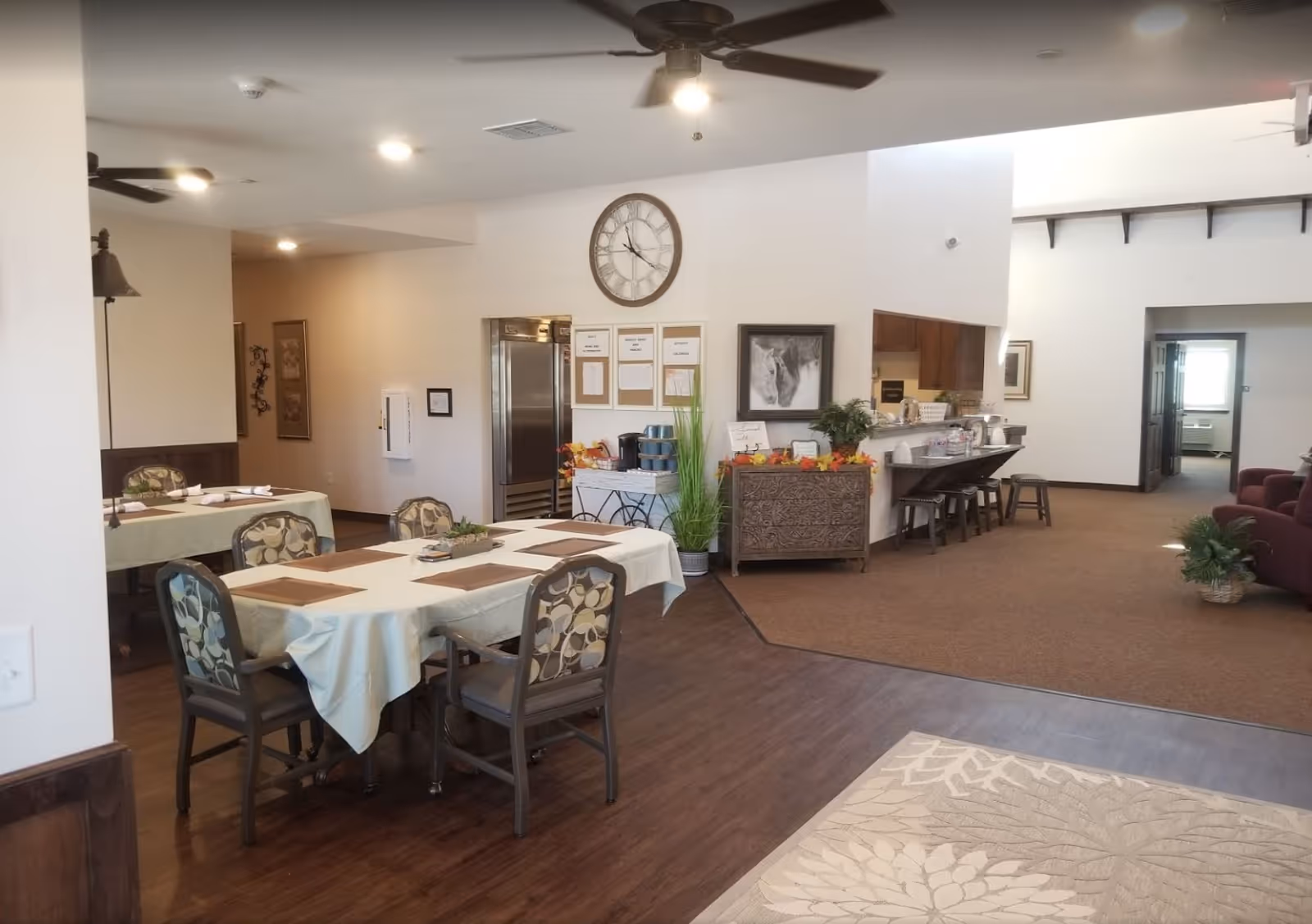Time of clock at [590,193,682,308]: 11:21
